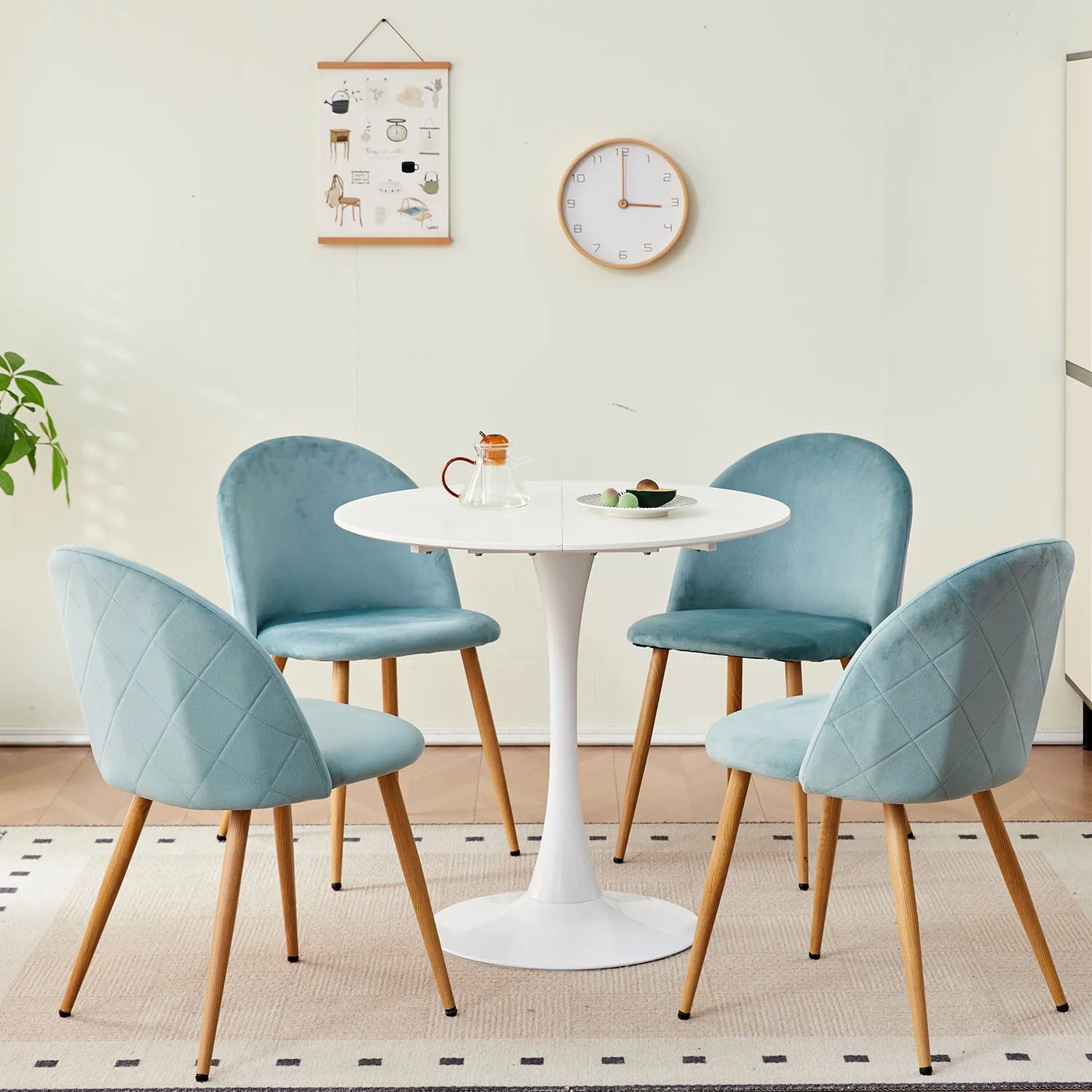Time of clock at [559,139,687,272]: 3:00
